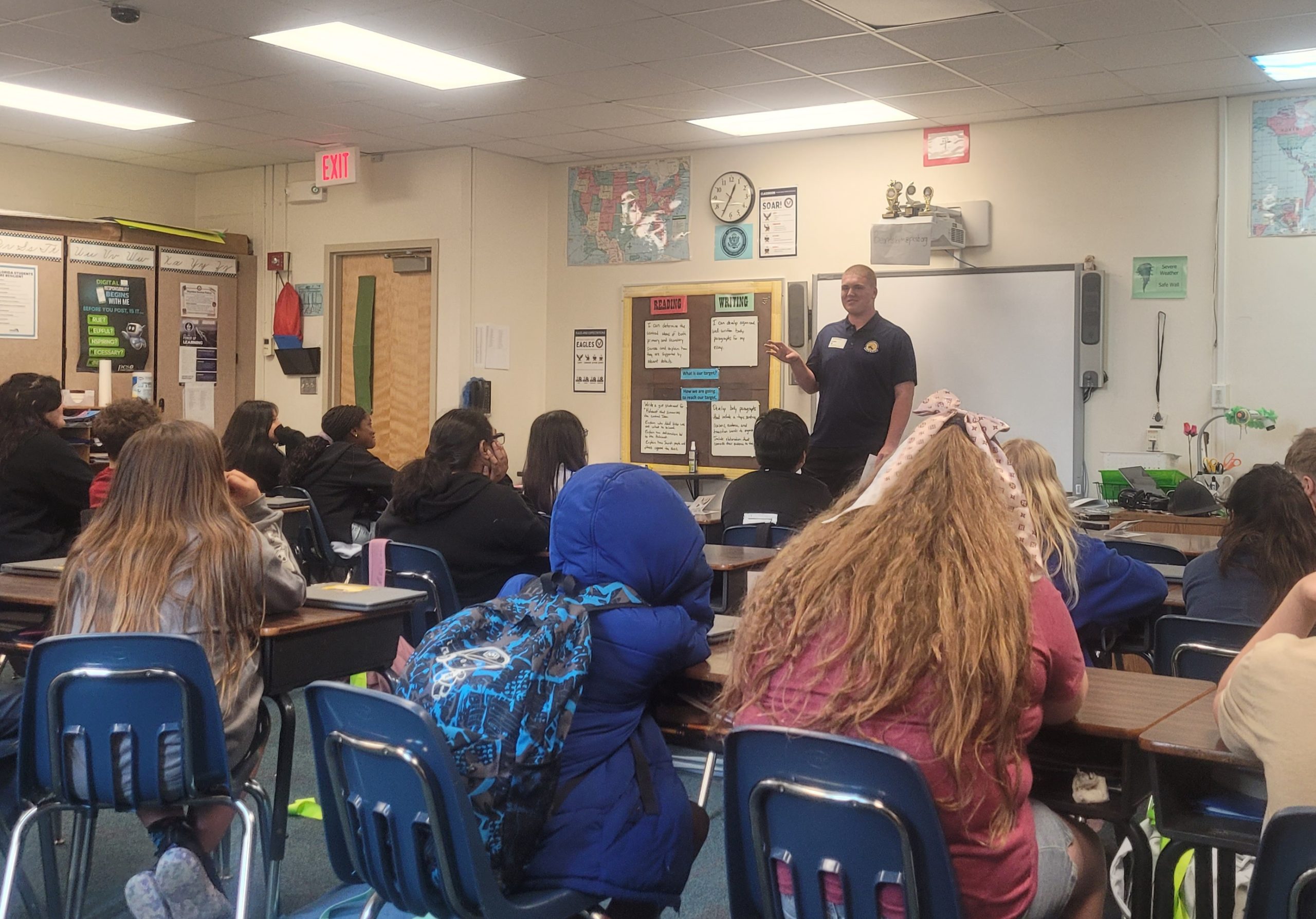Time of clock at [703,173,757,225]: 12:34
